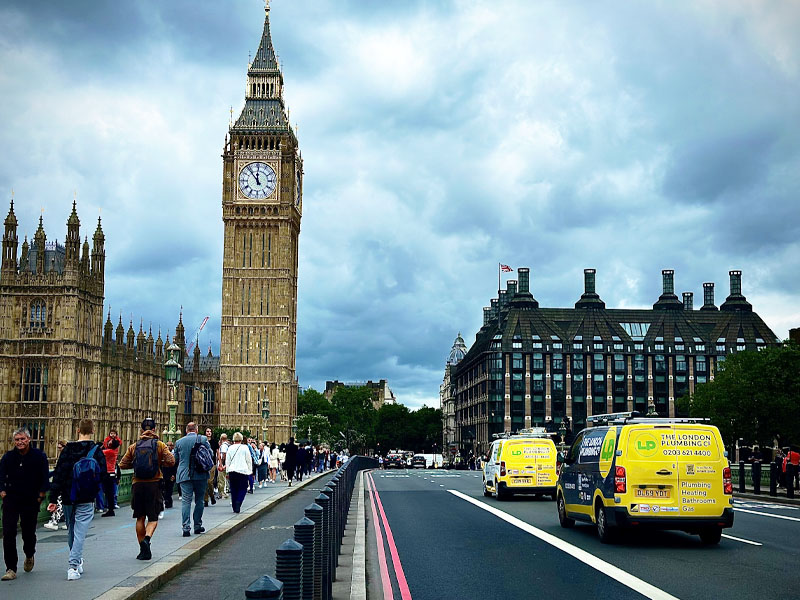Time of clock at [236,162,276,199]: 11:53
